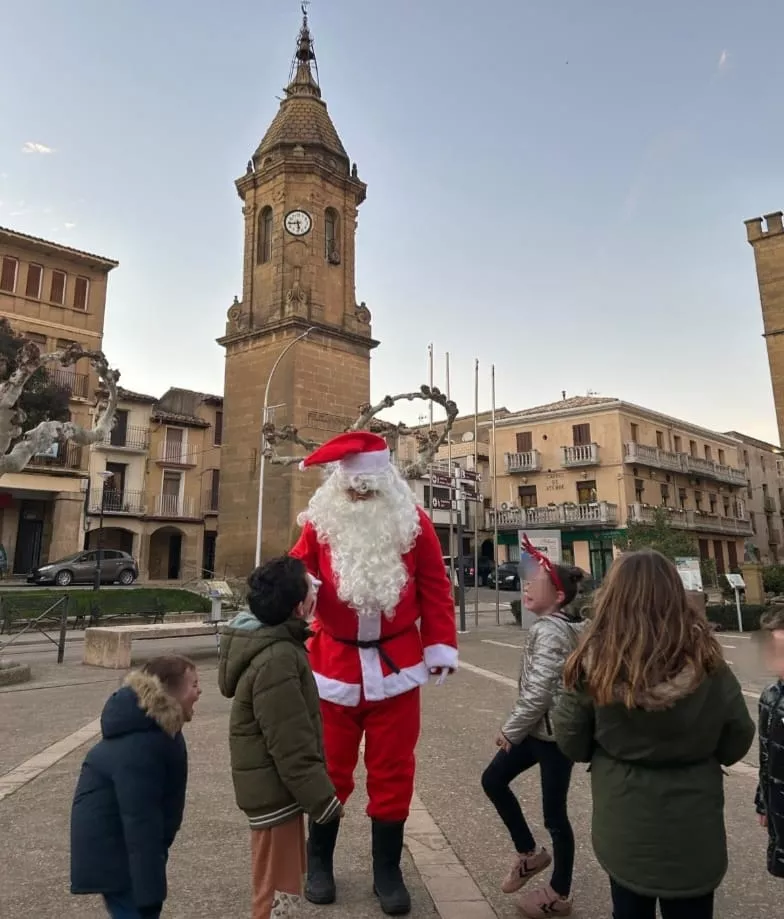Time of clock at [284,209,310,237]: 5:43
